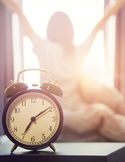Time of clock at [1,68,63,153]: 7:09
